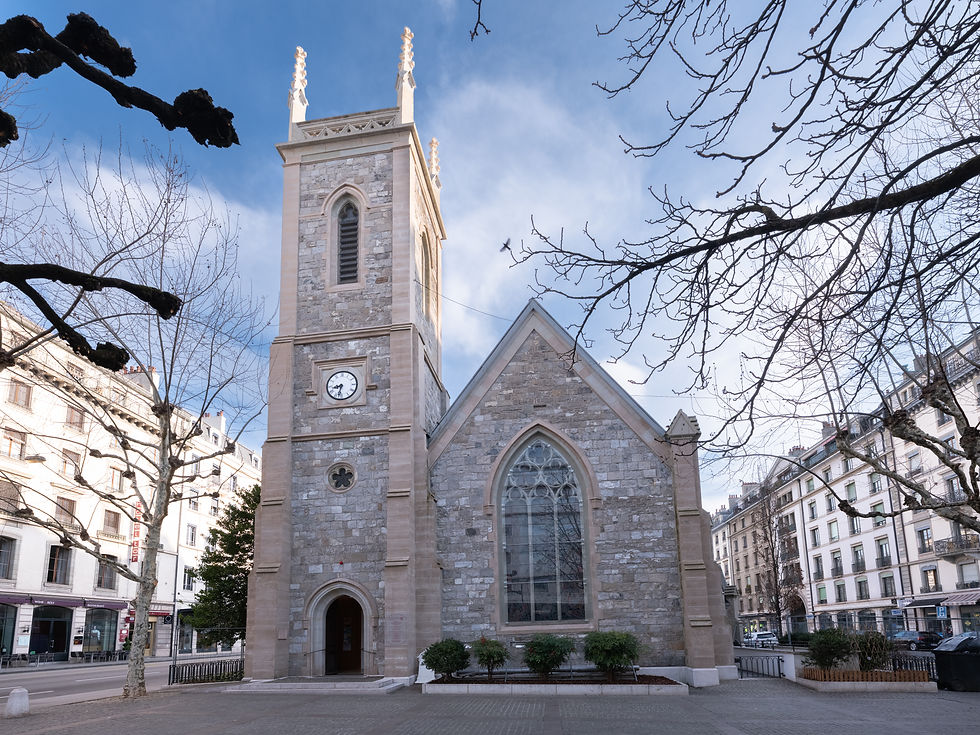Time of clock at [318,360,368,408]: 8:32
